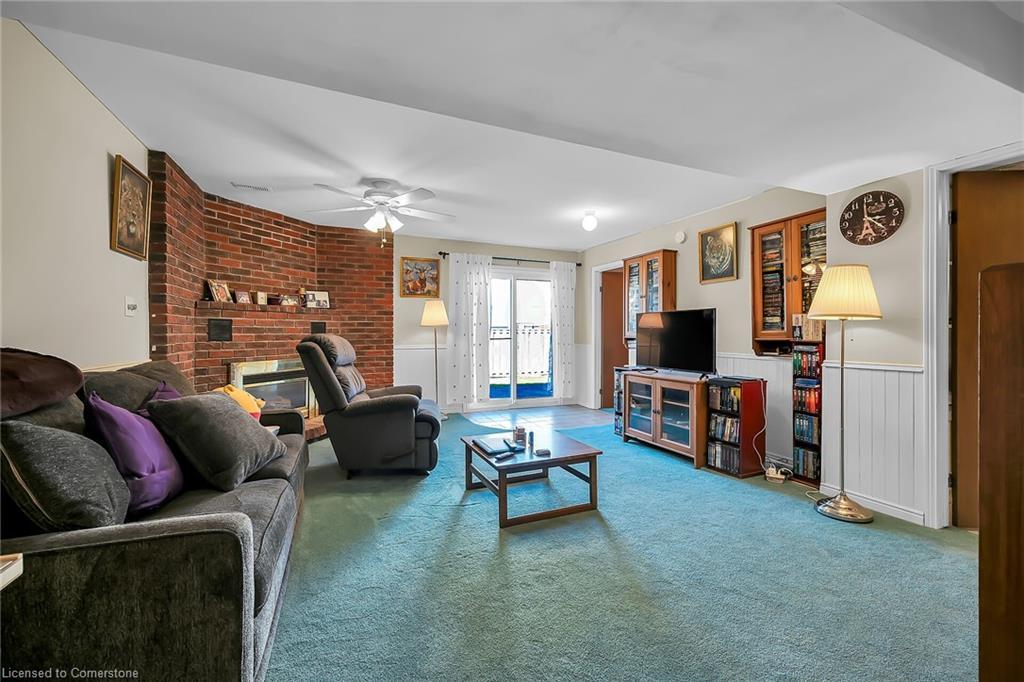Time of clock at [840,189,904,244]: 3:23
